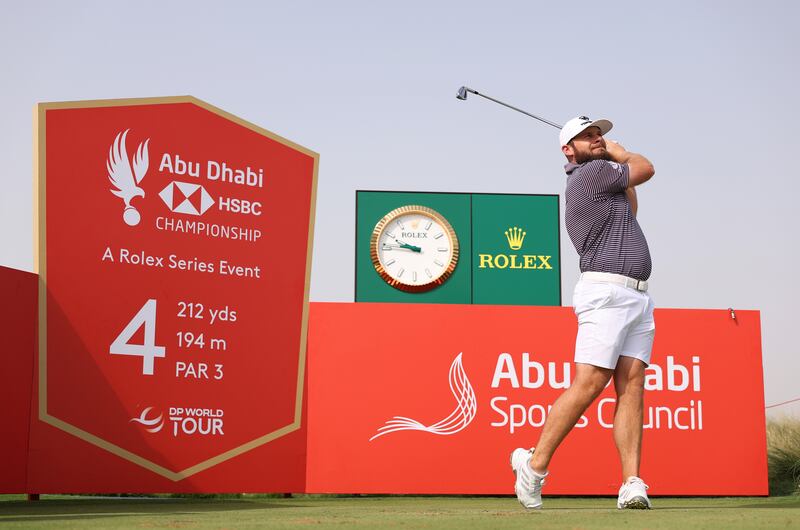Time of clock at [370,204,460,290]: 9:45
